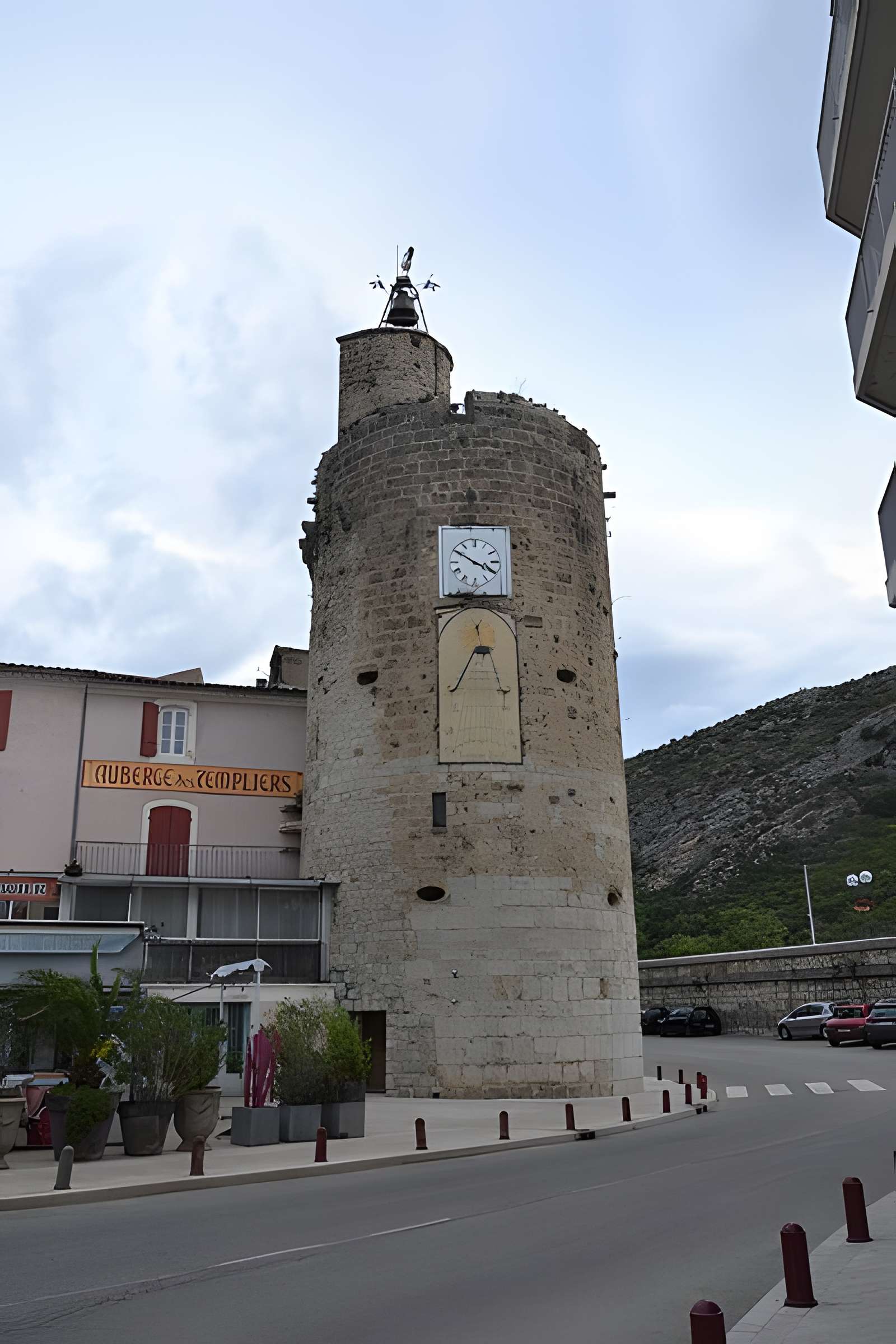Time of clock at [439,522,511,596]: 3:50
